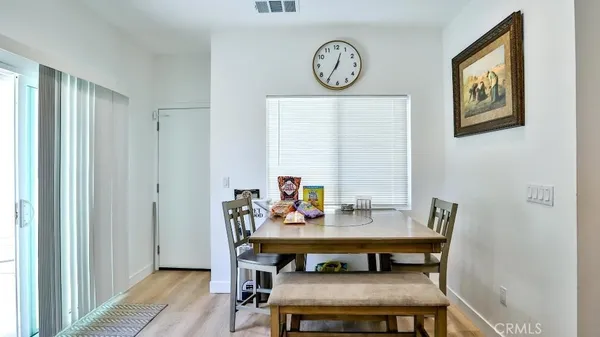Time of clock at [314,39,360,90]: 12:35
